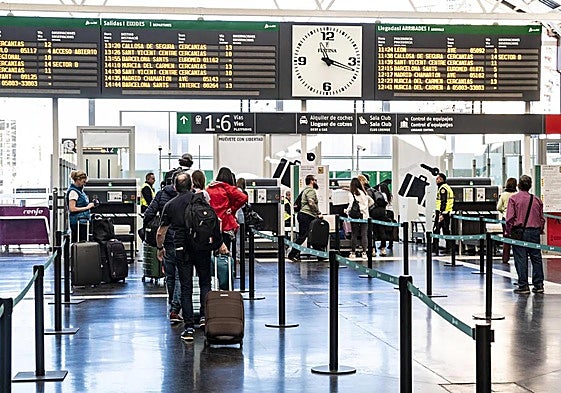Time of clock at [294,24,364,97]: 11:18
